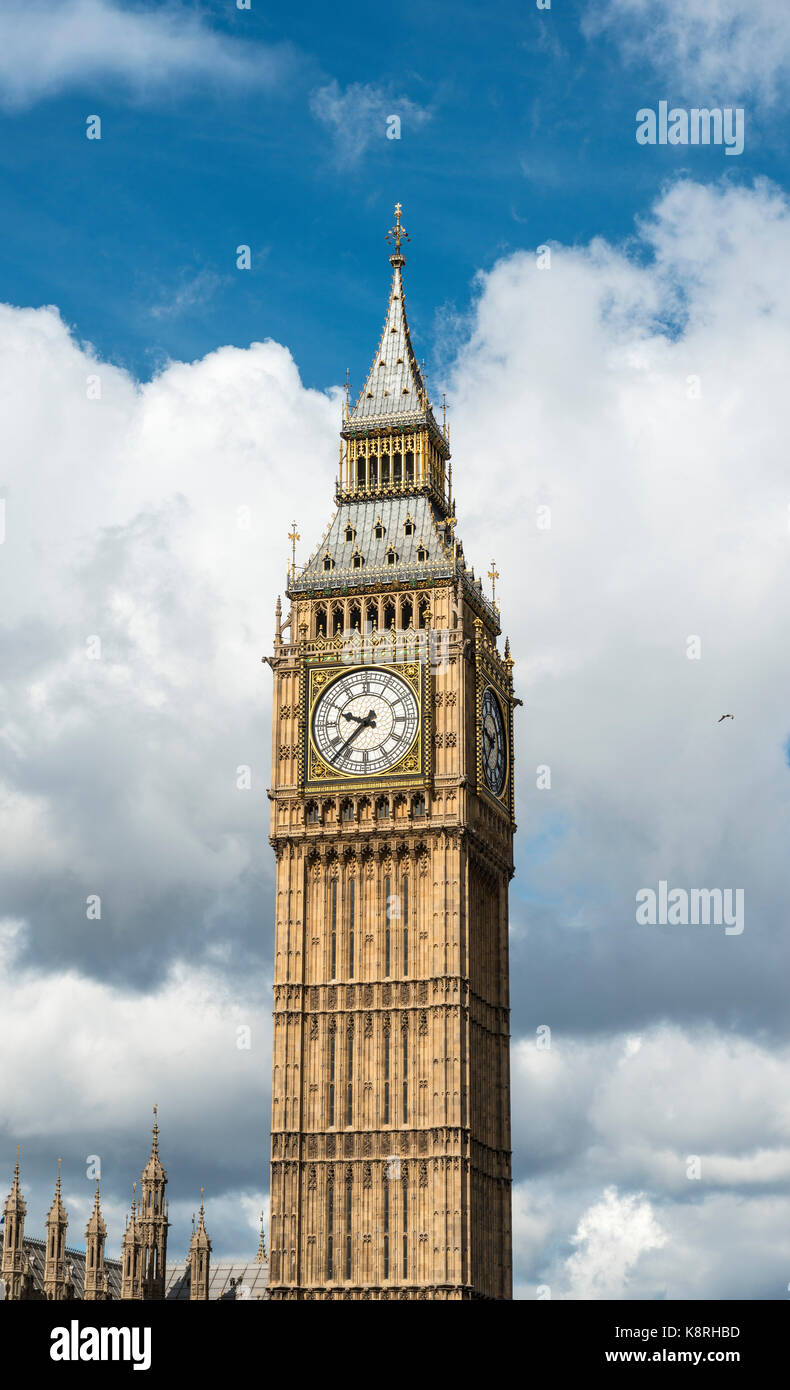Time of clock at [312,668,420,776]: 9:37
